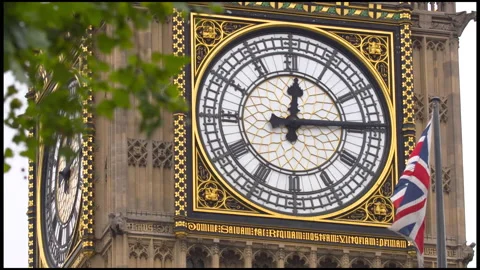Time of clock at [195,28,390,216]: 12:14
